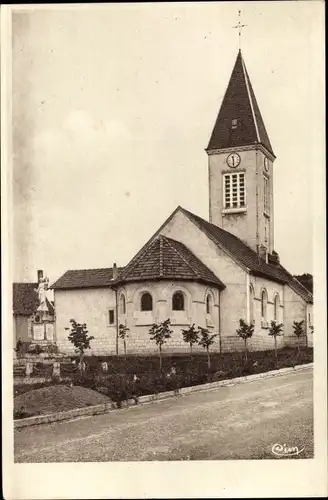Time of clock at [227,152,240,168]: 11:28
